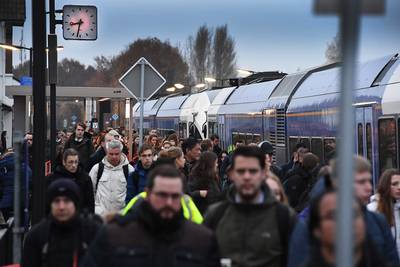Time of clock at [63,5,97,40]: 8:32
